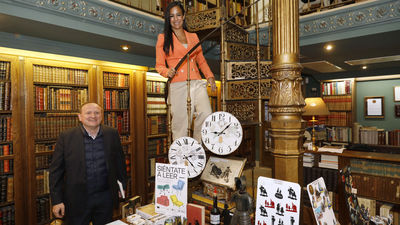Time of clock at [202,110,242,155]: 9:07
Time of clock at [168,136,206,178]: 2:23
